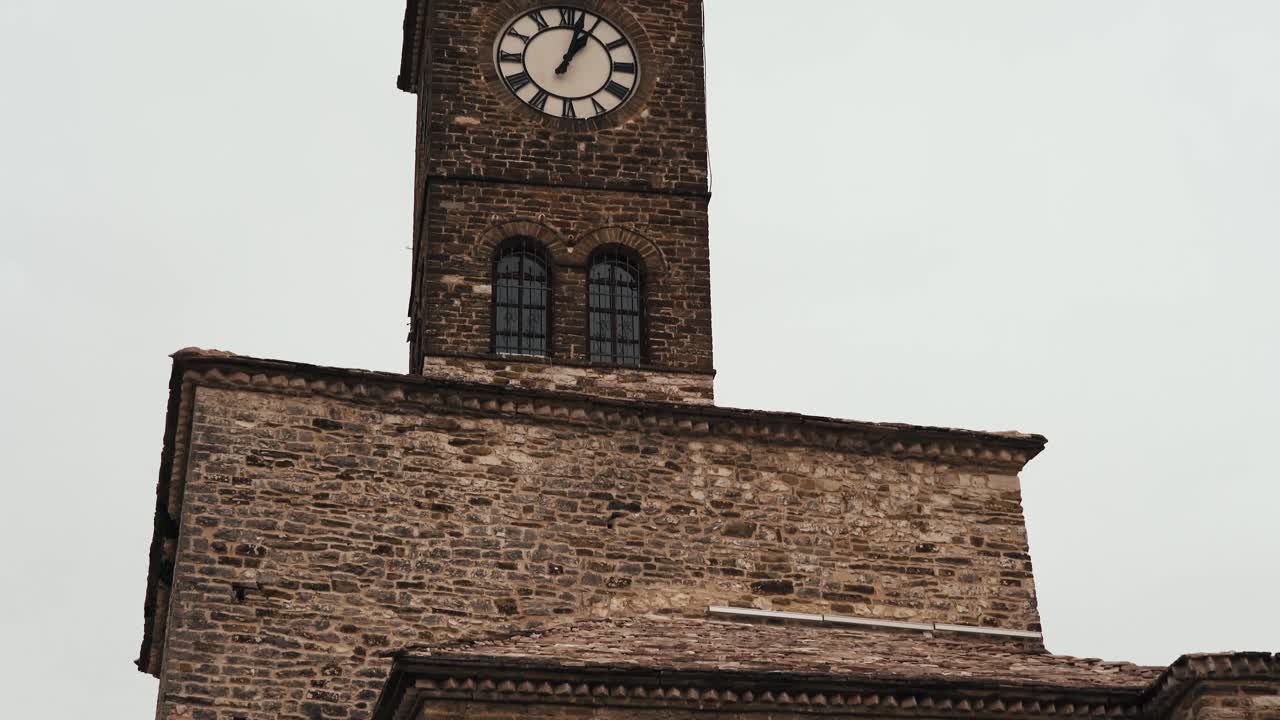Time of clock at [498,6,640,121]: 1:02
